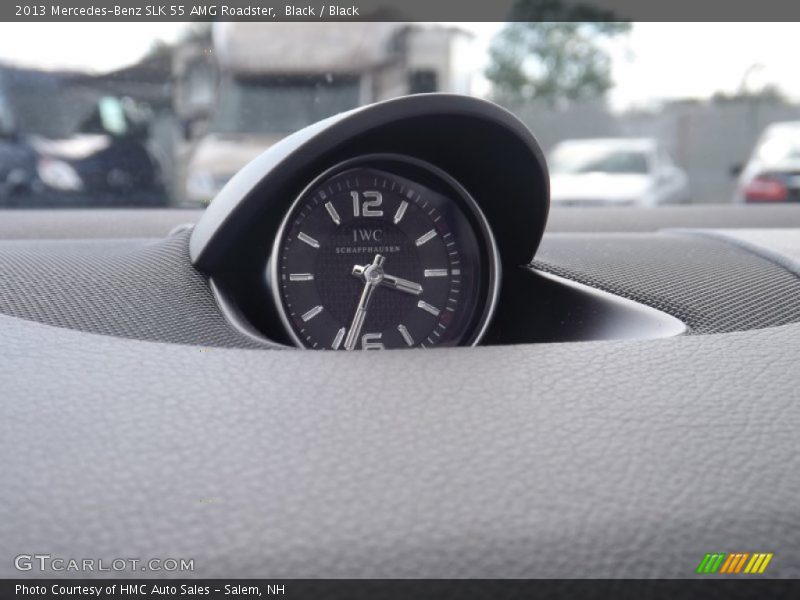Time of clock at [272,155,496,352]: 3:33
